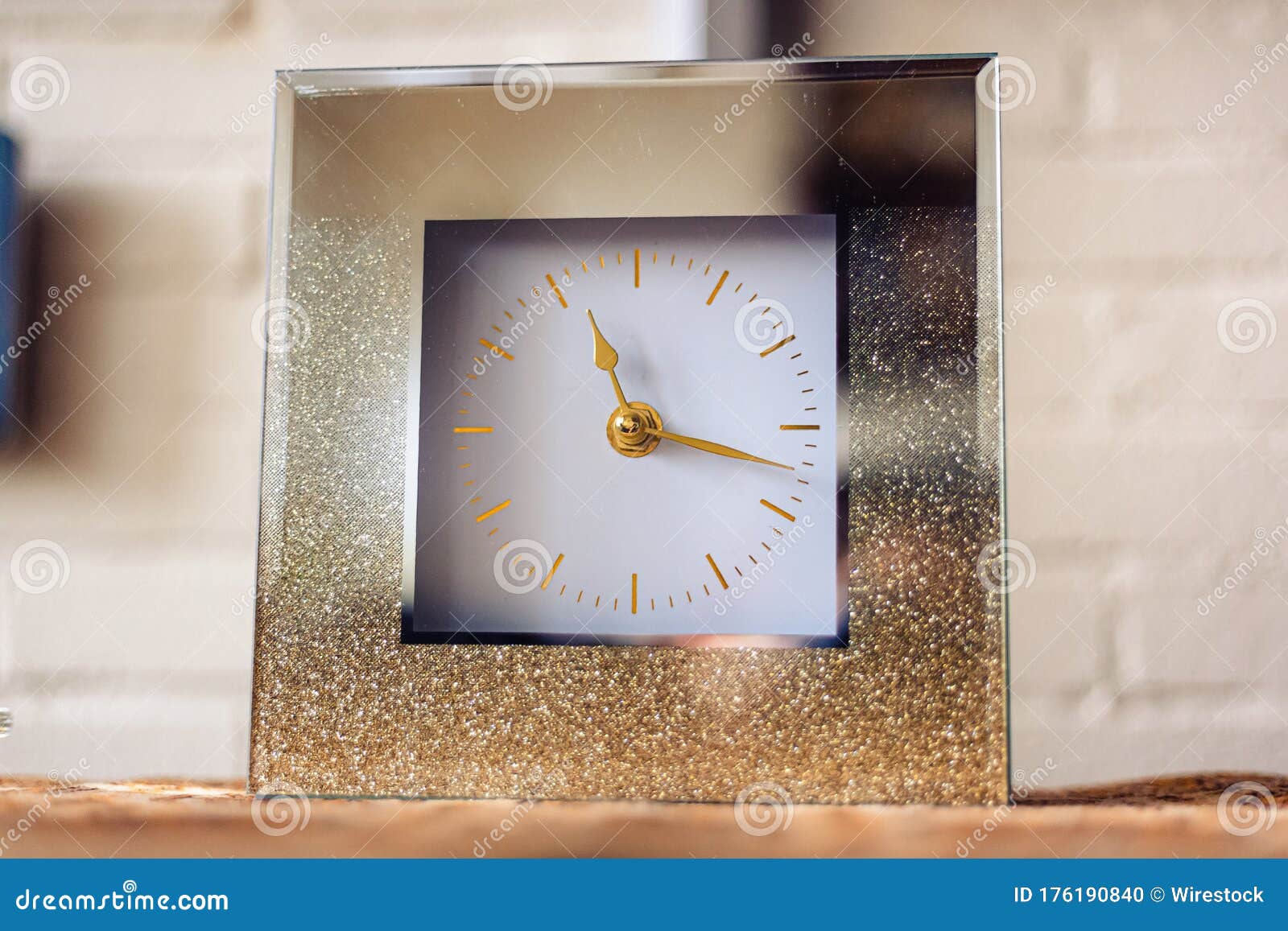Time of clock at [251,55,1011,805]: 11:17
